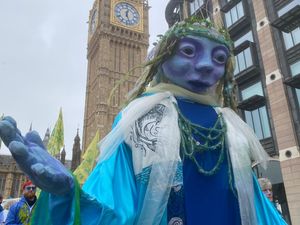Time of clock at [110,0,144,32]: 12:27
